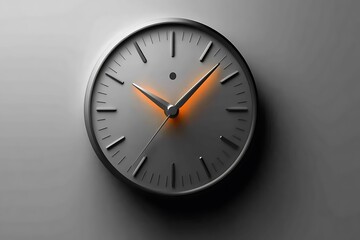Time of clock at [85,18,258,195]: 10:07
